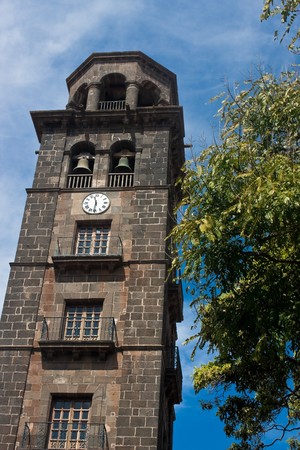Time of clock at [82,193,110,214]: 11:31
